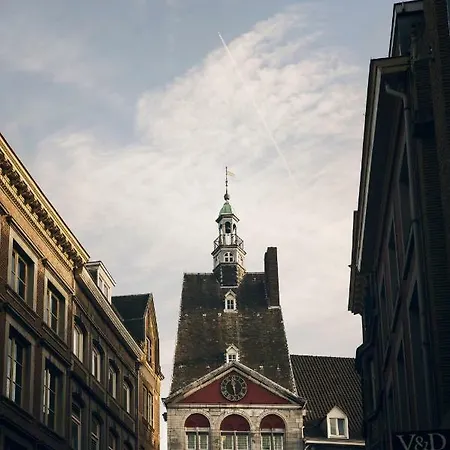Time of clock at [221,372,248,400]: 11:28
